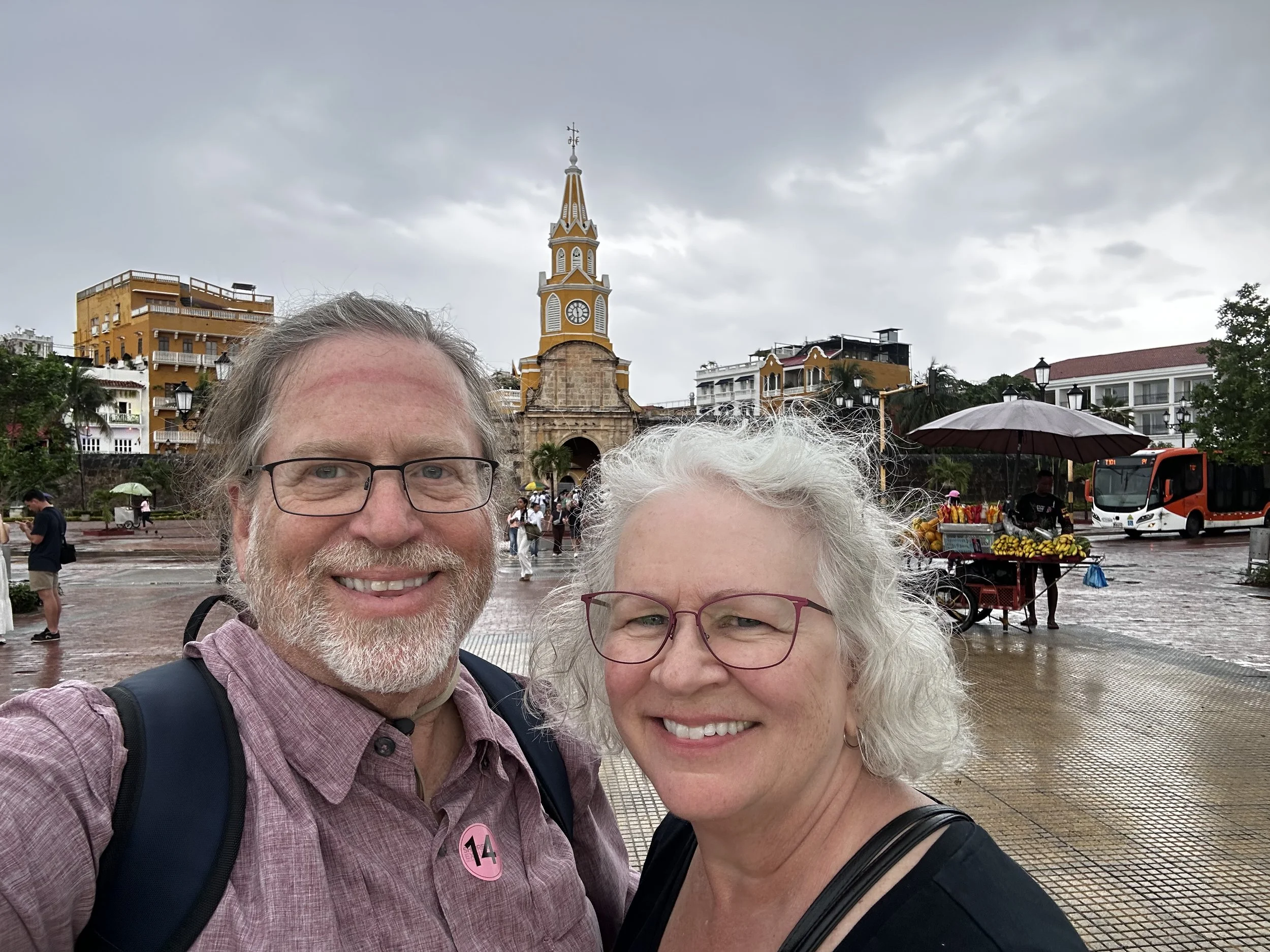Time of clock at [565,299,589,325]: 11:29
